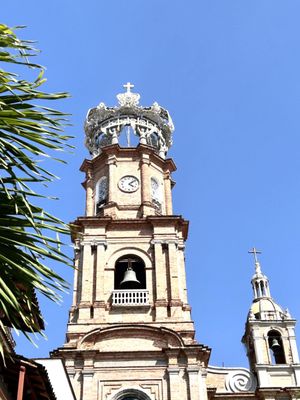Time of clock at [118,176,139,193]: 4:08
